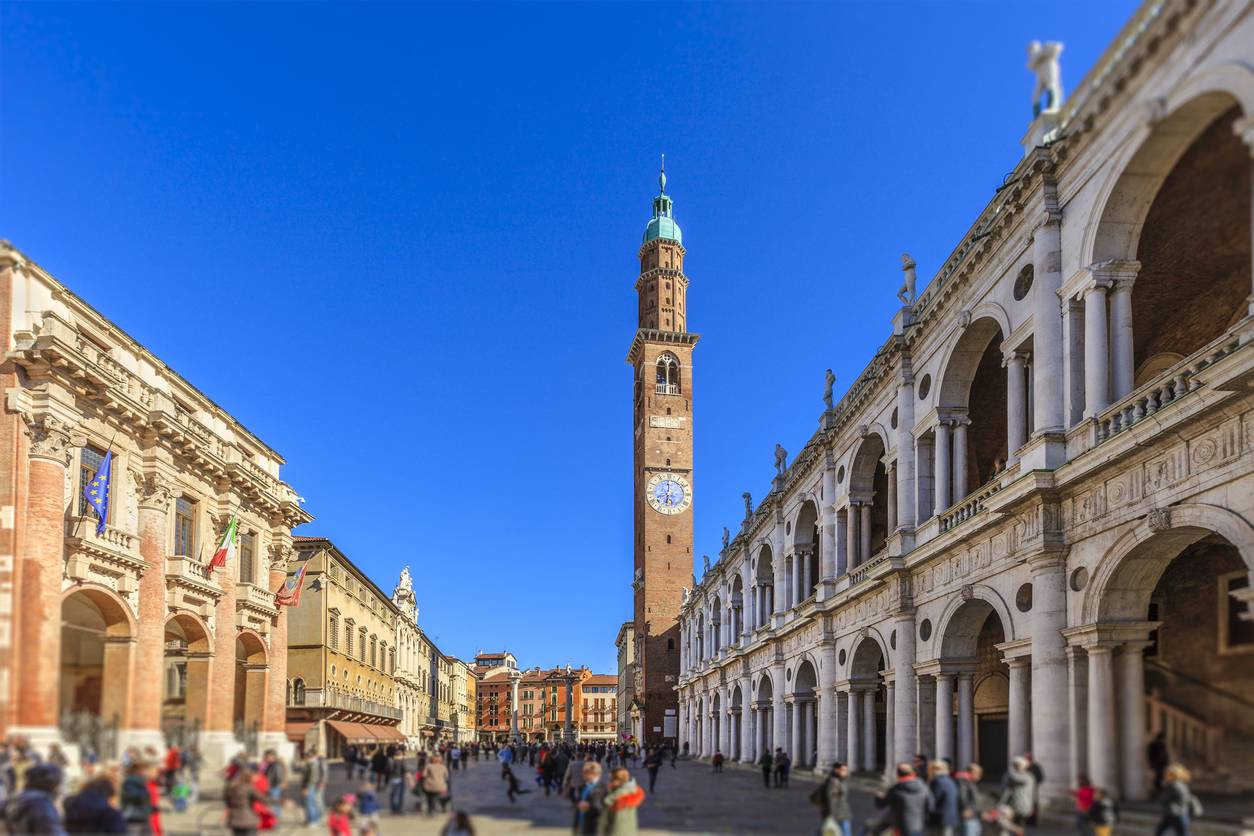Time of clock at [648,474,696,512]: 5:59
